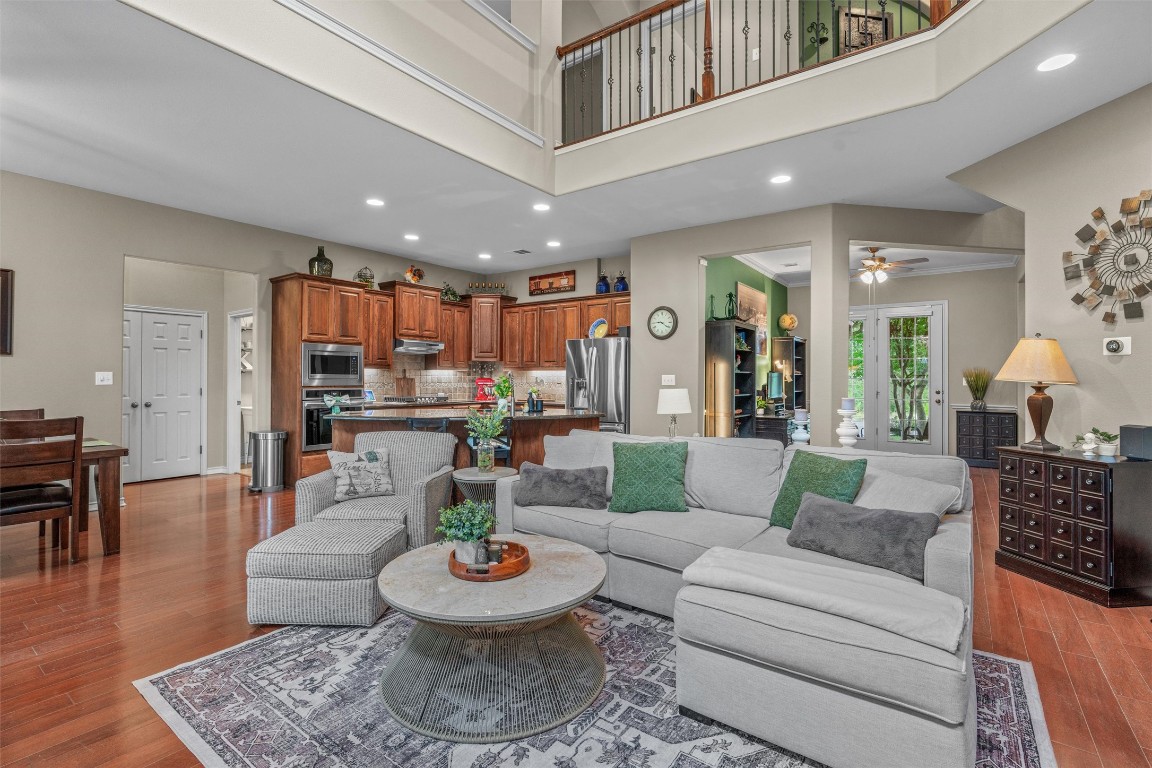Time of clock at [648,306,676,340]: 9:20
